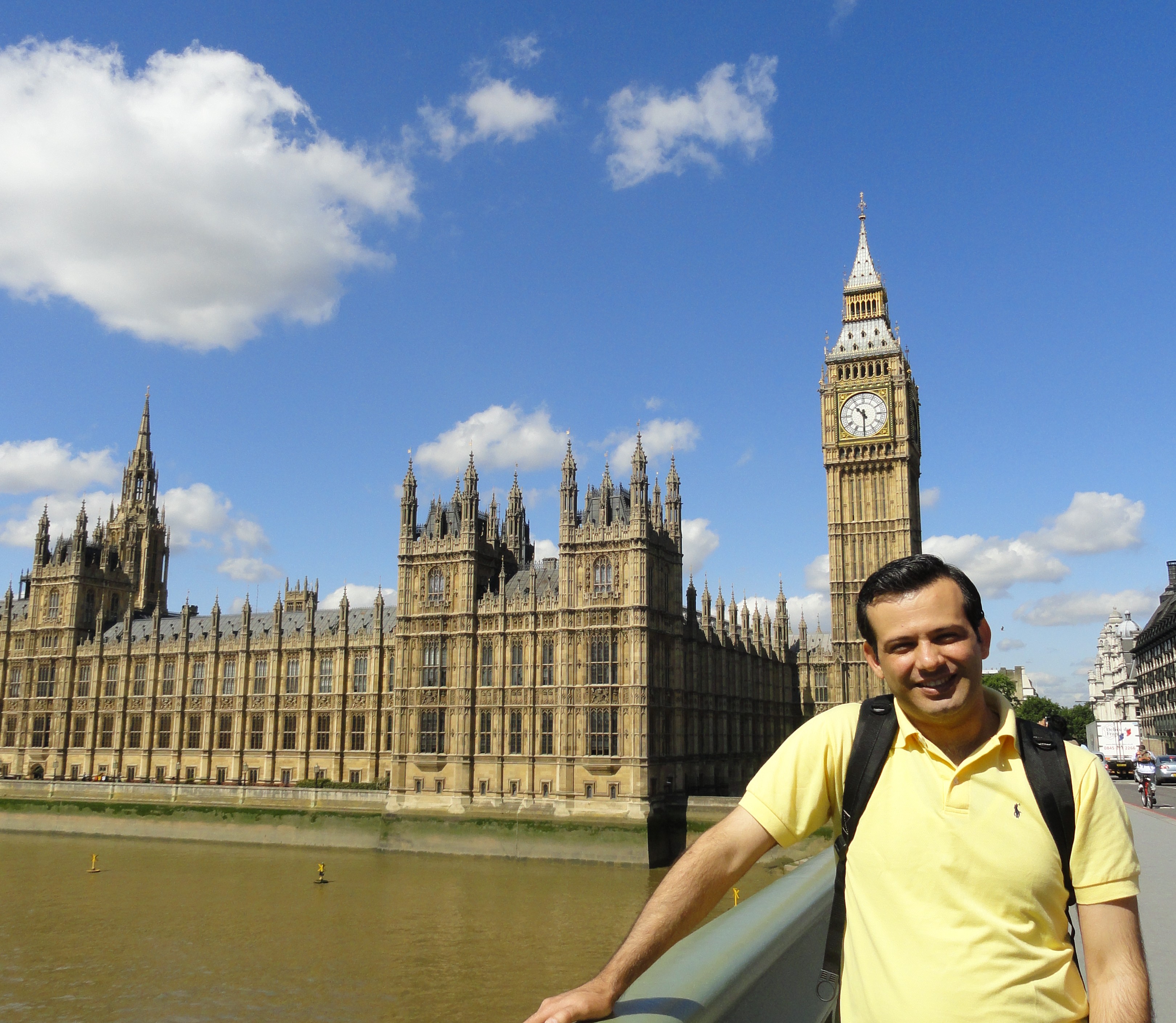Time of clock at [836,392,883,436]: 10:30
